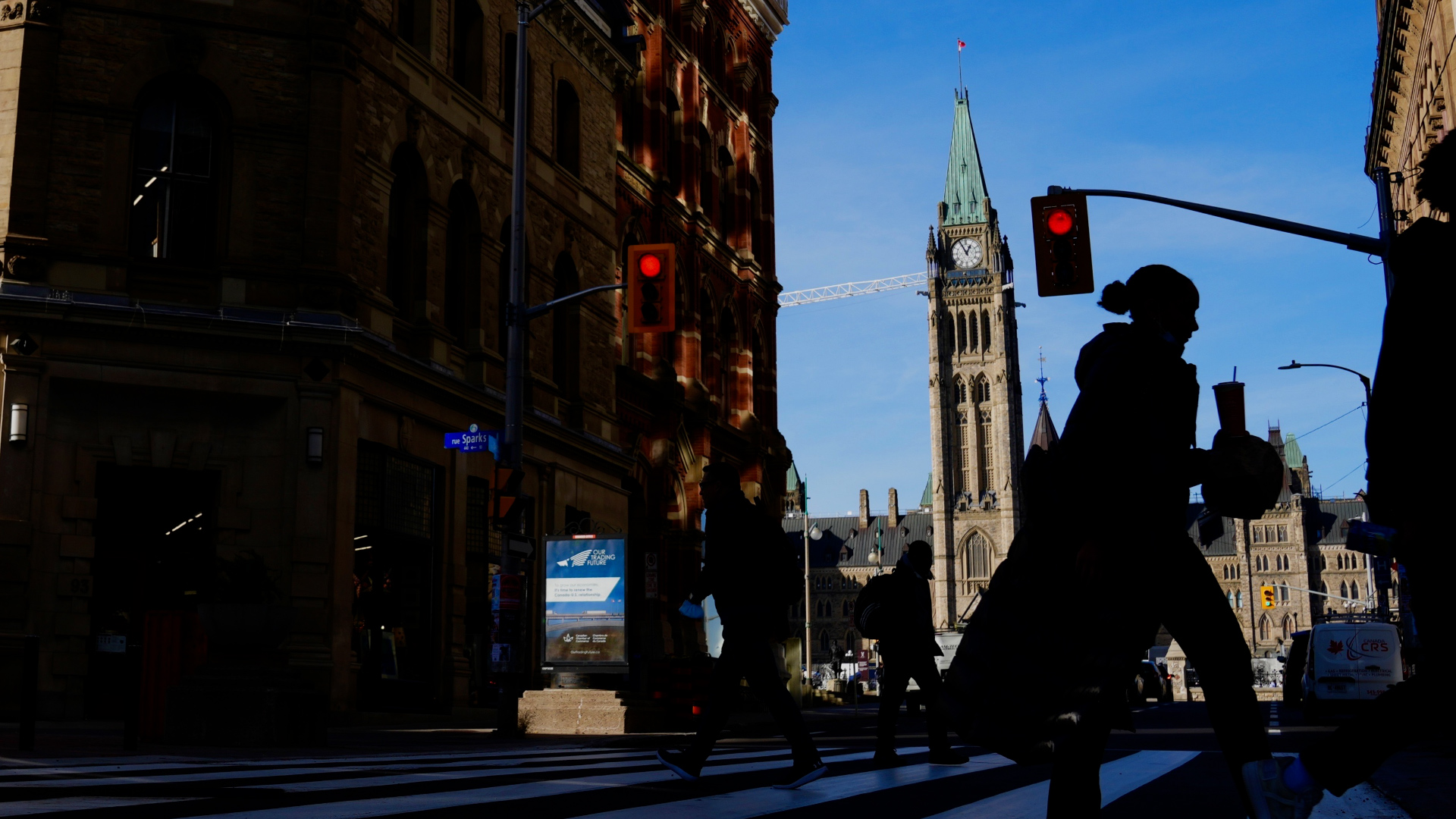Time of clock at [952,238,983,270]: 12:55
